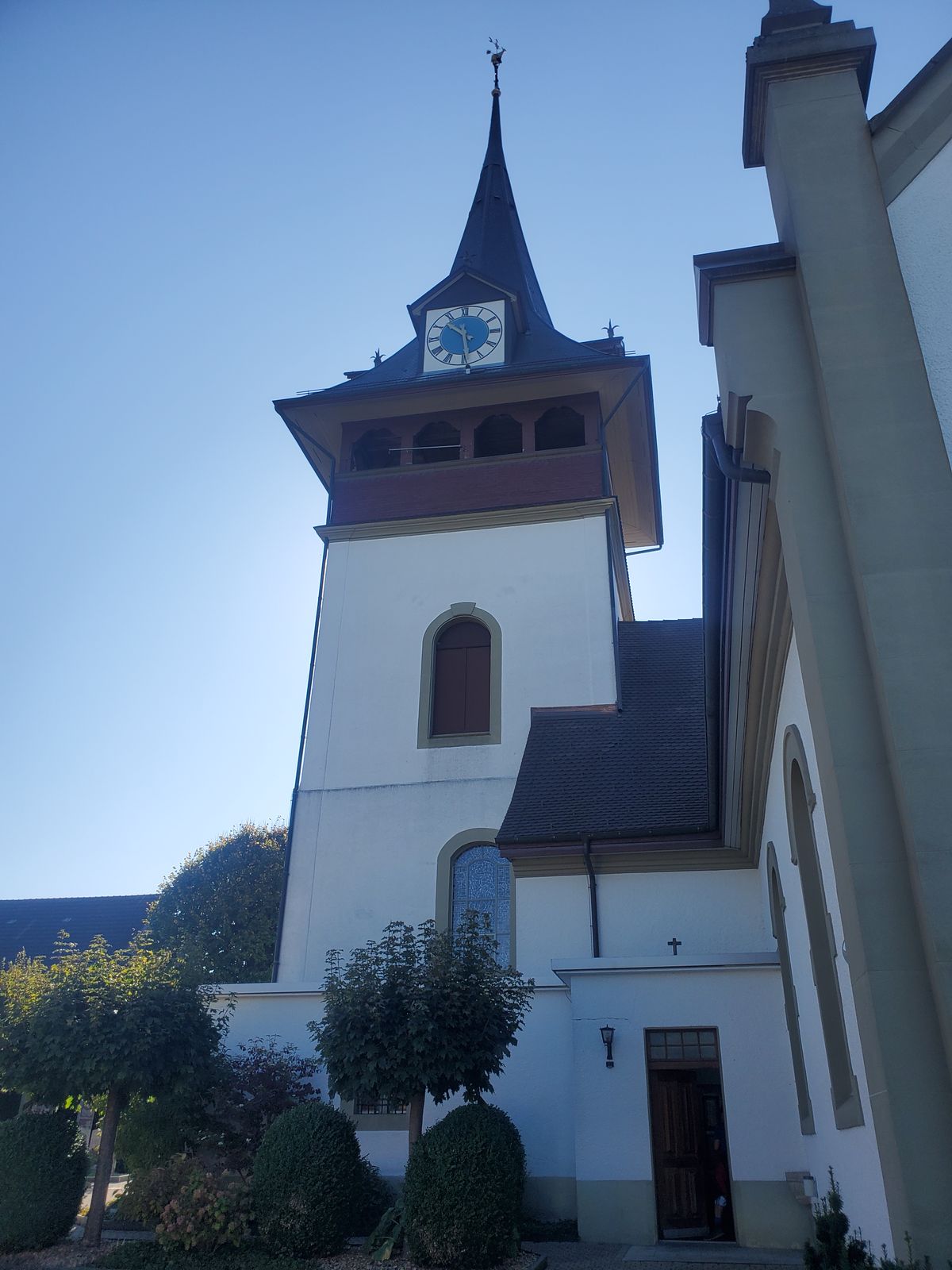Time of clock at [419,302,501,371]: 10:29
